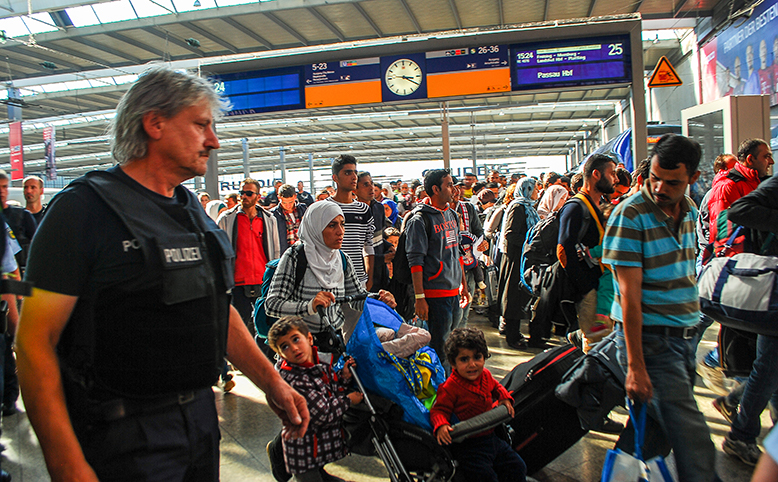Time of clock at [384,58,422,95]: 3:20
